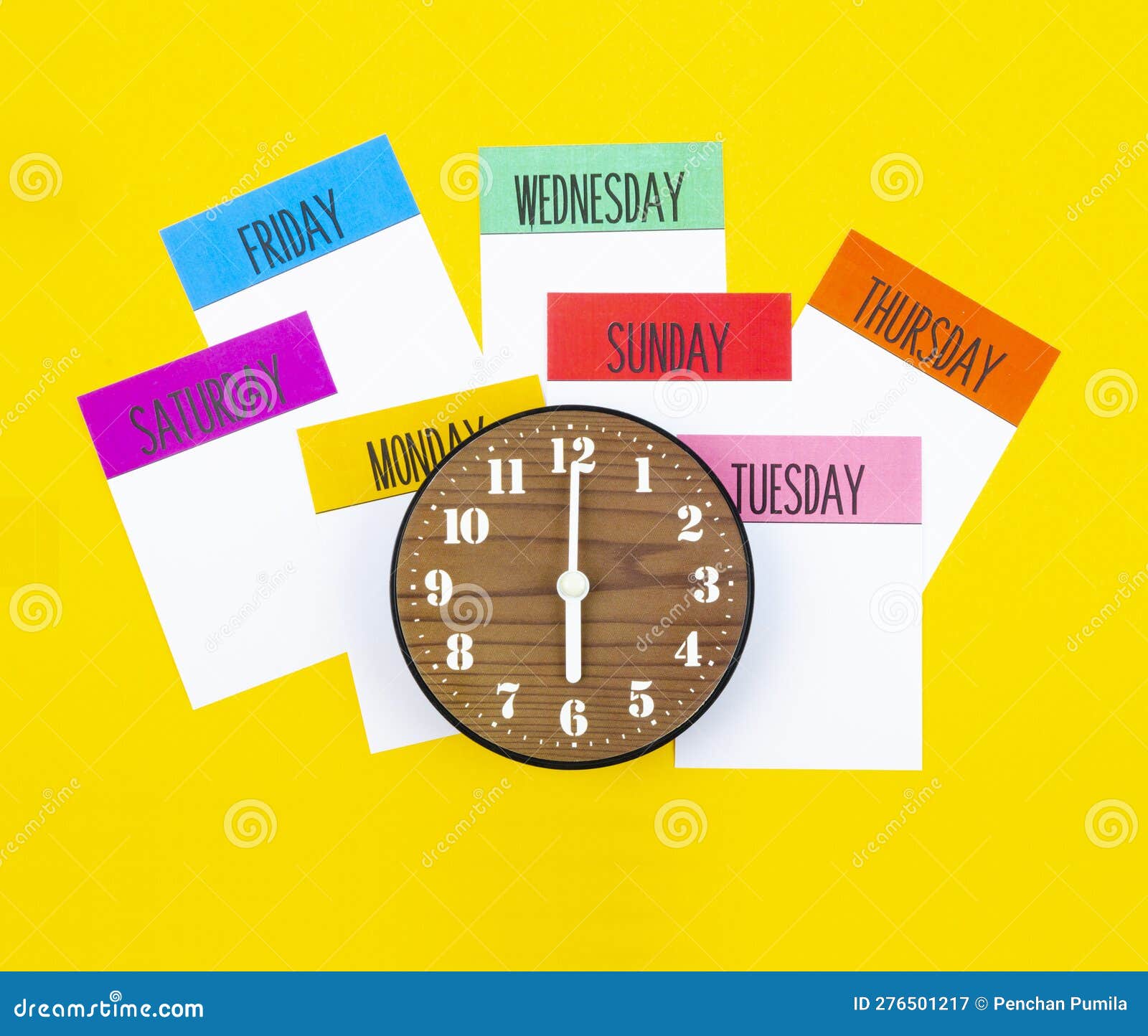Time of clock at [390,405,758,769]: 6:00
